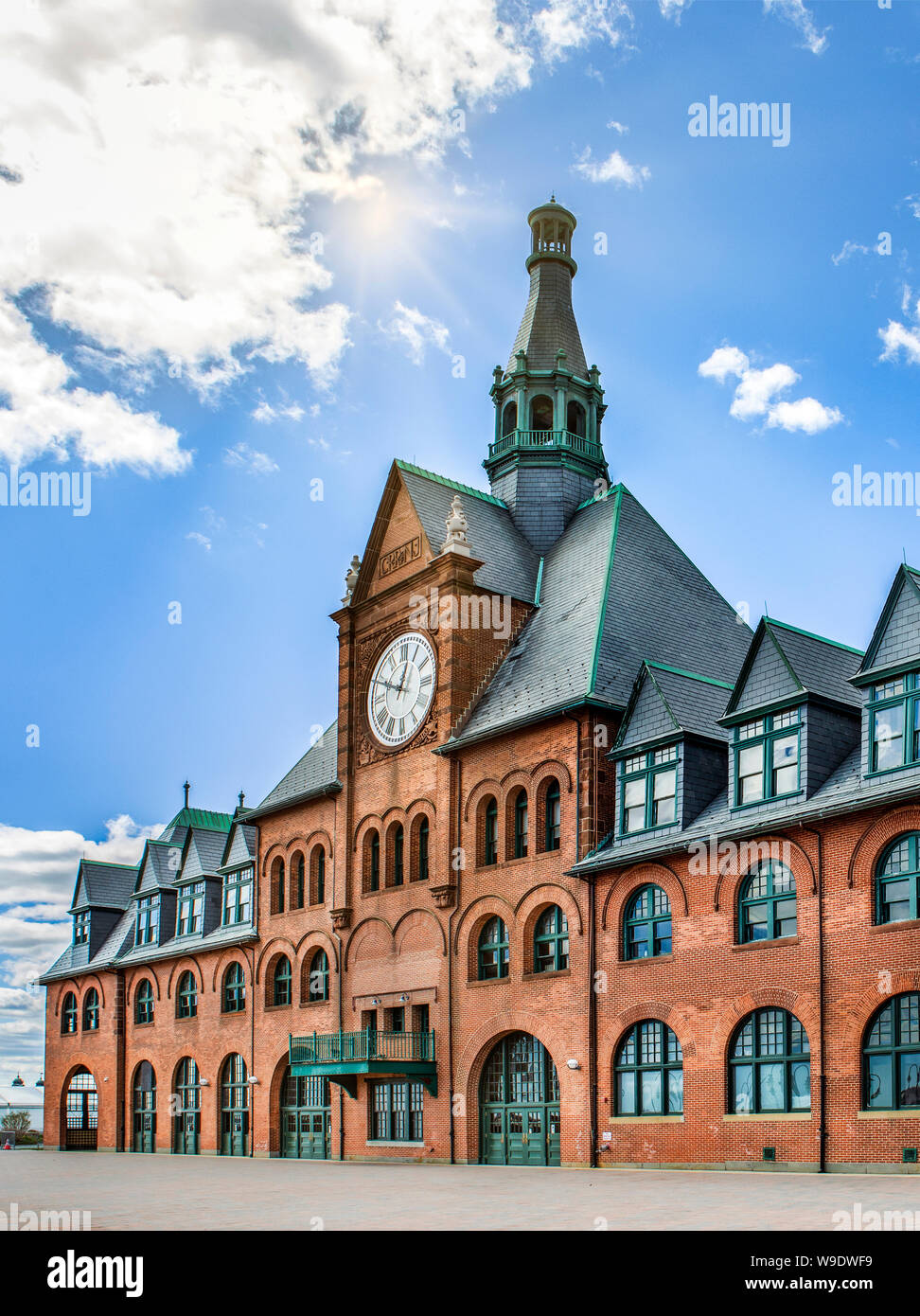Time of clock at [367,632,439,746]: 12:48
